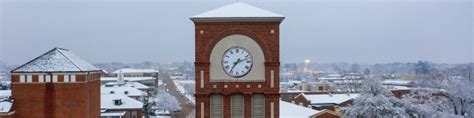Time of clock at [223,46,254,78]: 7:12
